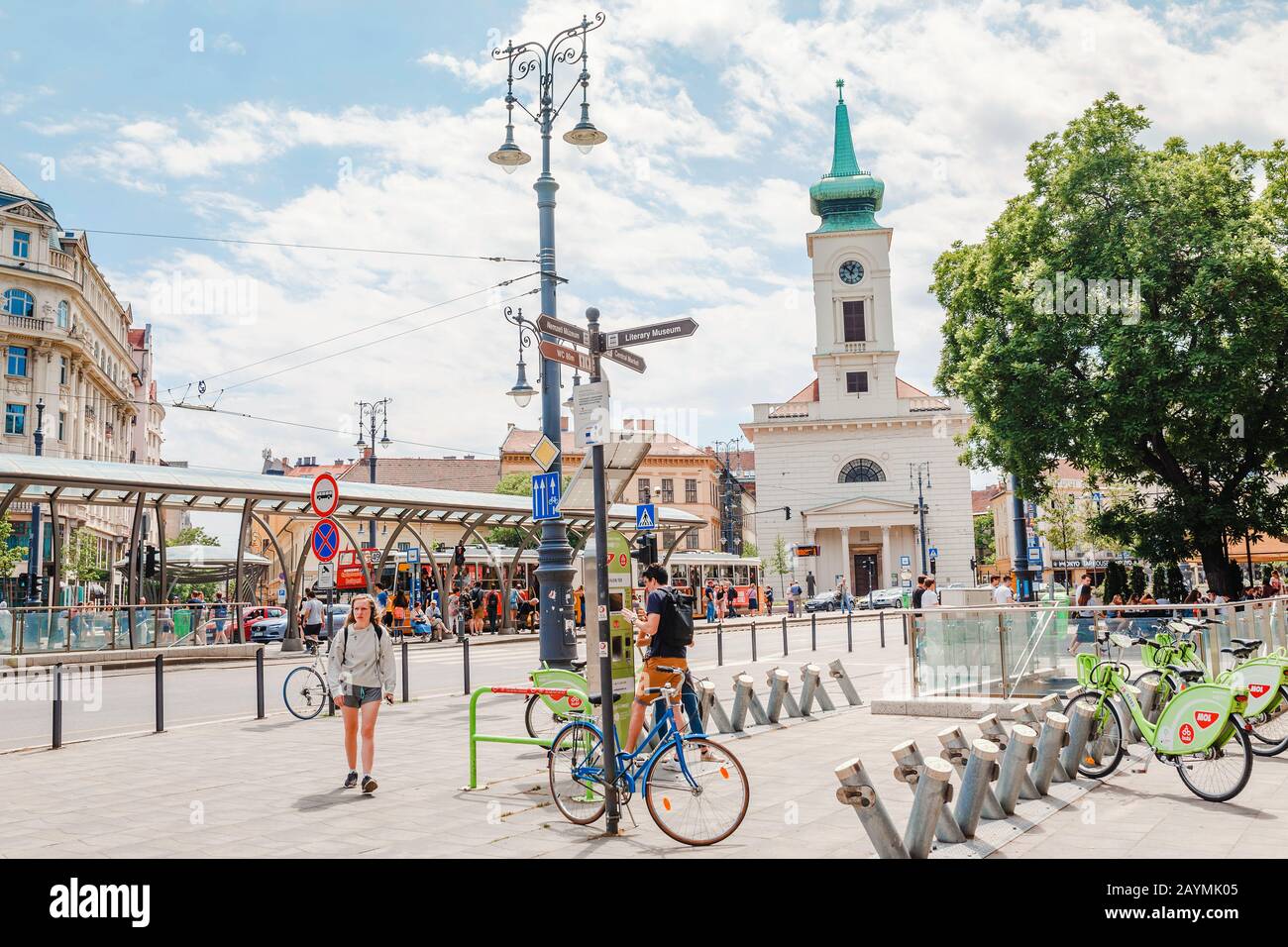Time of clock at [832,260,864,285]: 12:52
